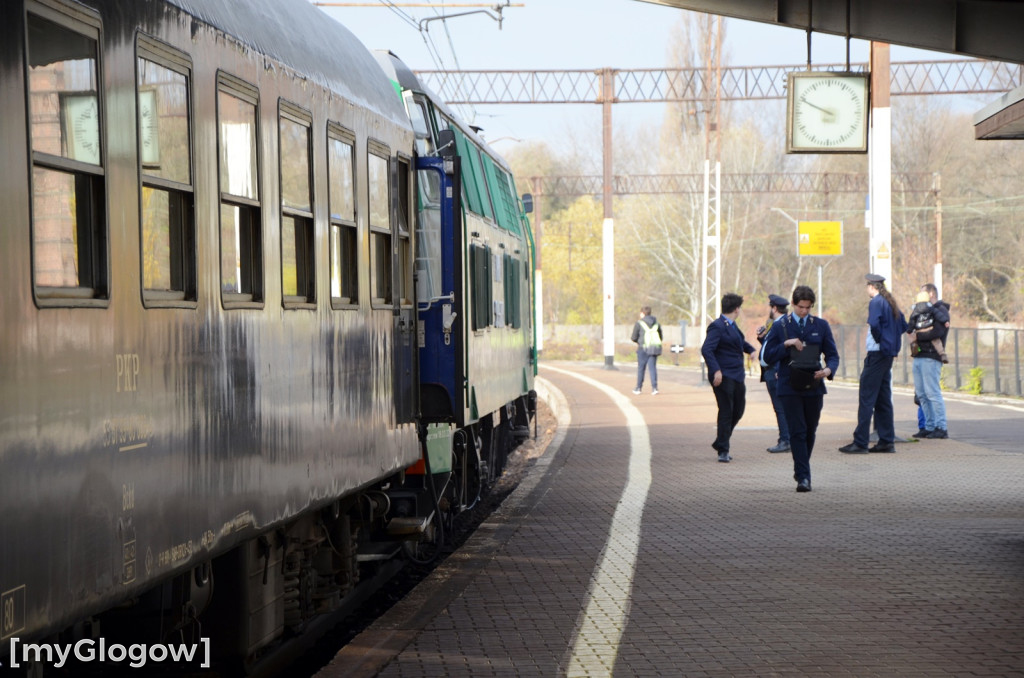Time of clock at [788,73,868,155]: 9:49
